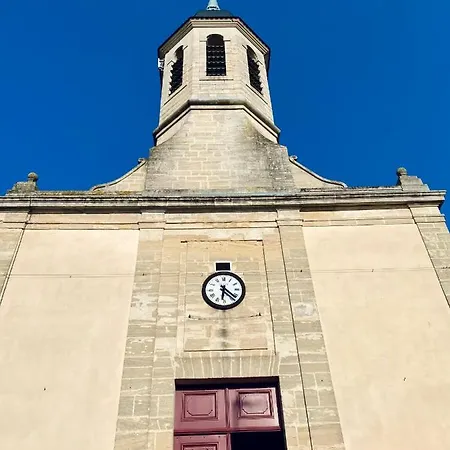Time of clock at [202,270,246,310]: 6:21
